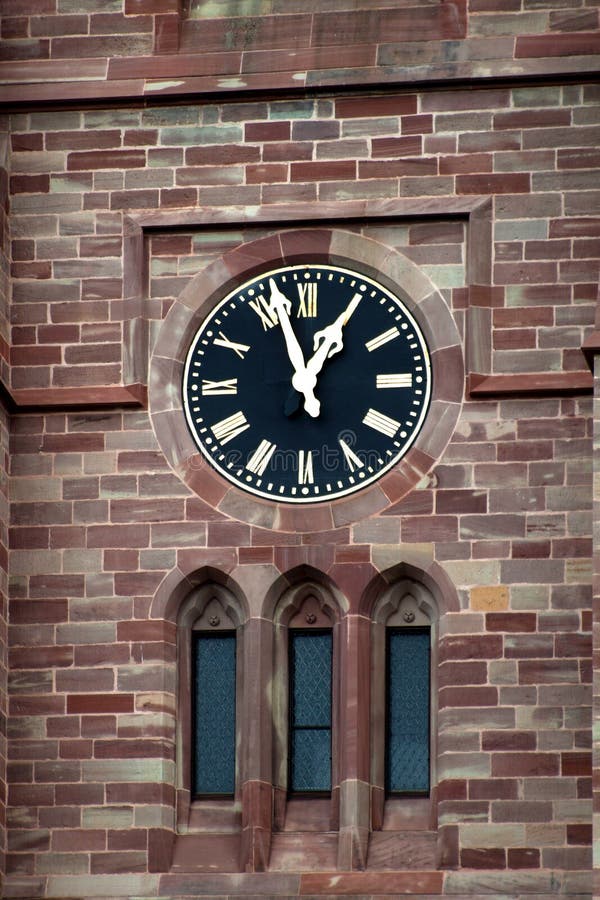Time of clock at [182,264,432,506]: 12:57
